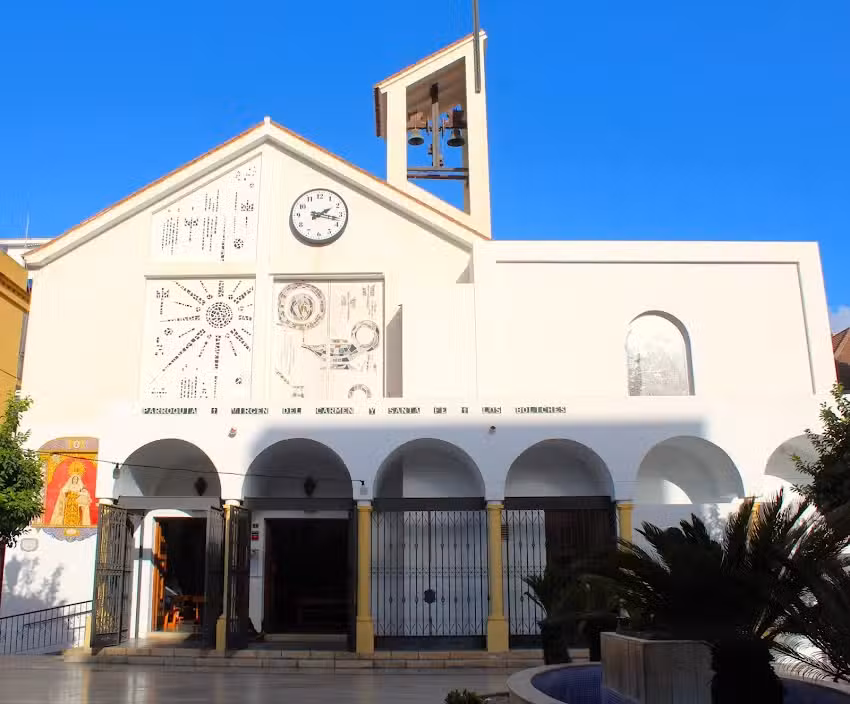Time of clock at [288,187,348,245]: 2:17
